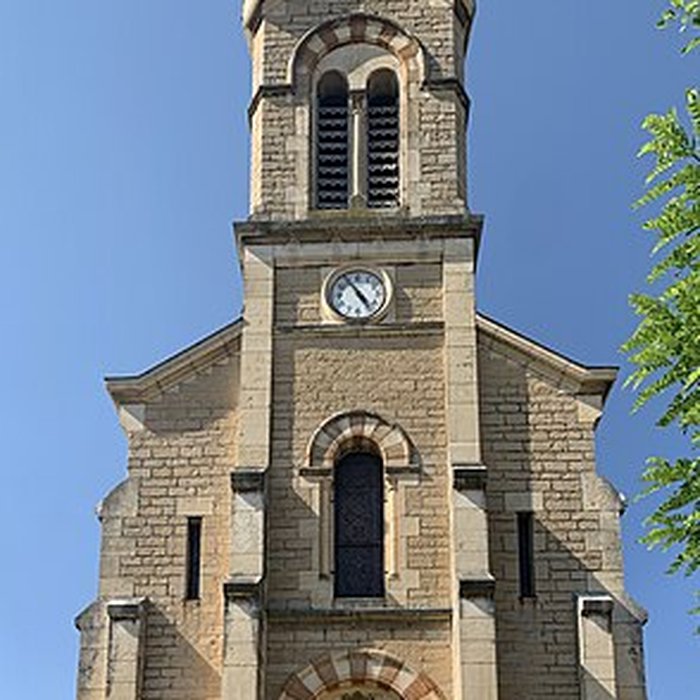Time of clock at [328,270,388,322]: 4:54
